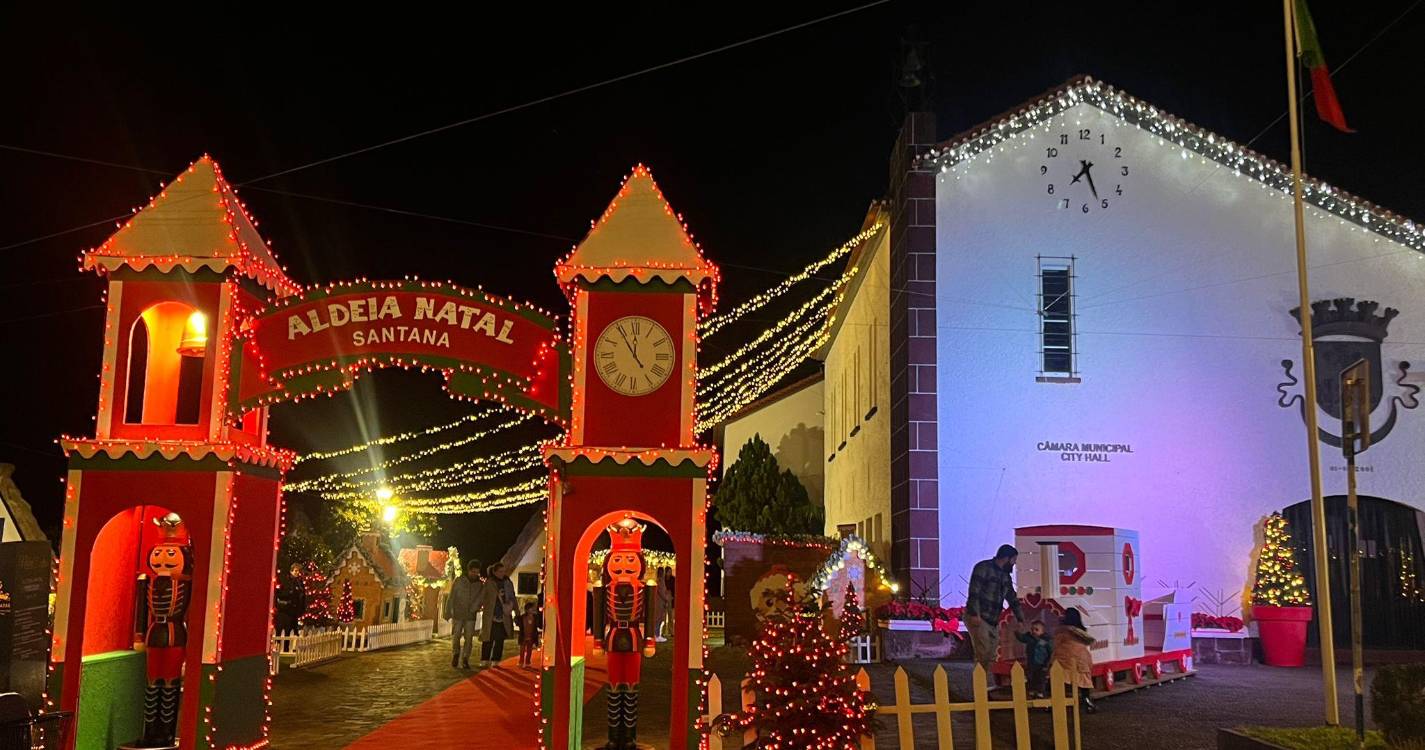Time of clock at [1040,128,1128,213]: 7:26
